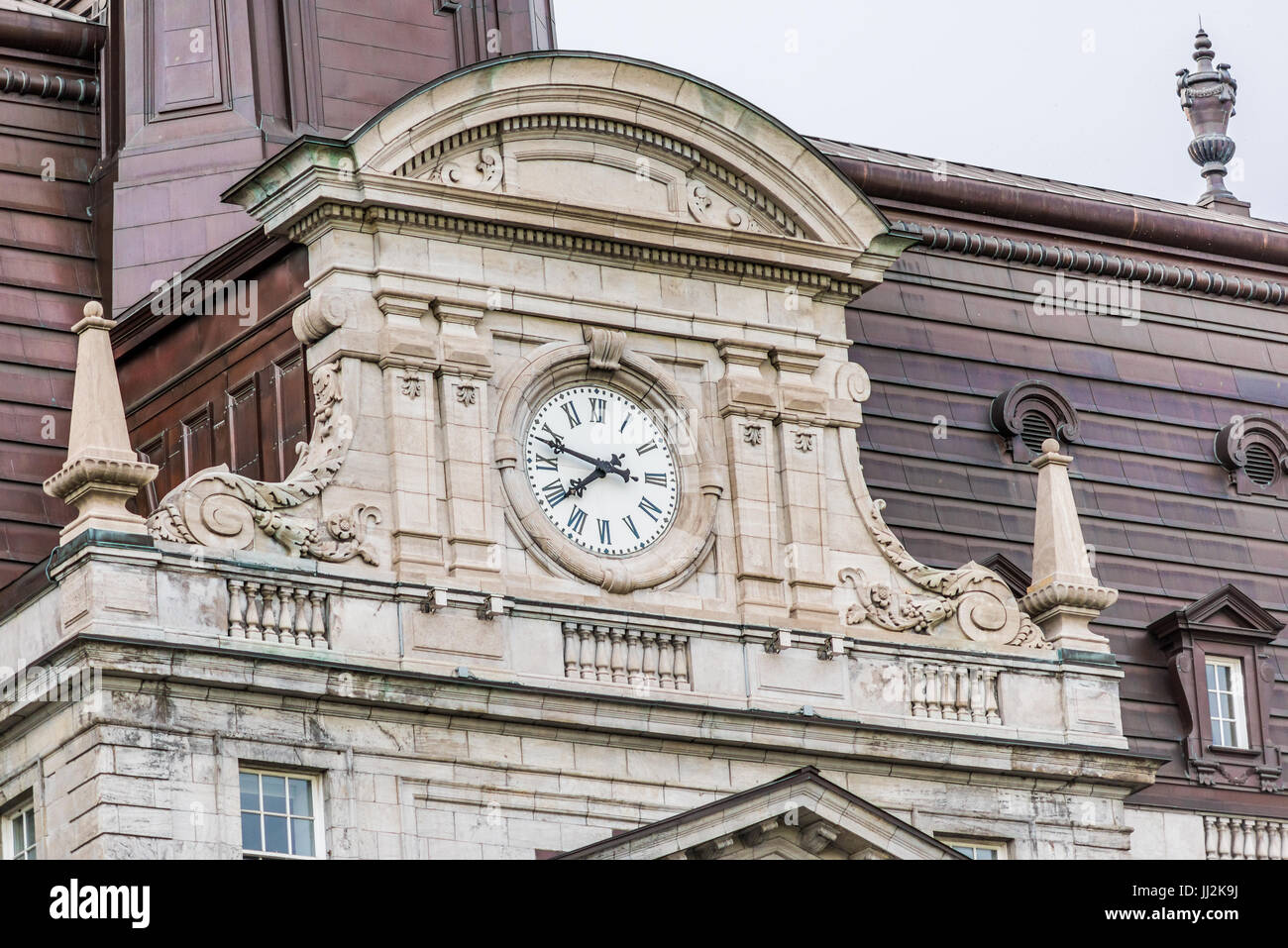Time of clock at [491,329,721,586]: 7:47
